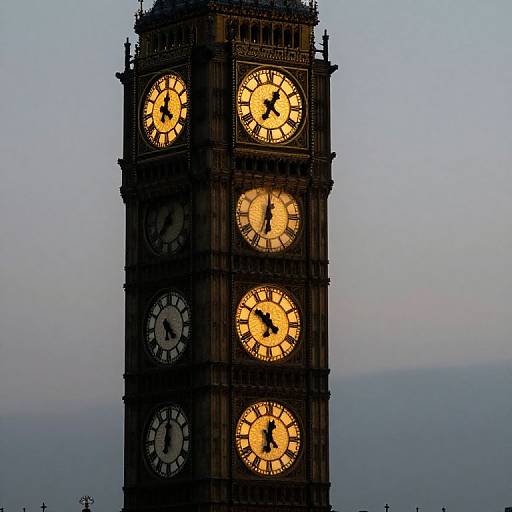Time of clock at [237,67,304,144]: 7:04
